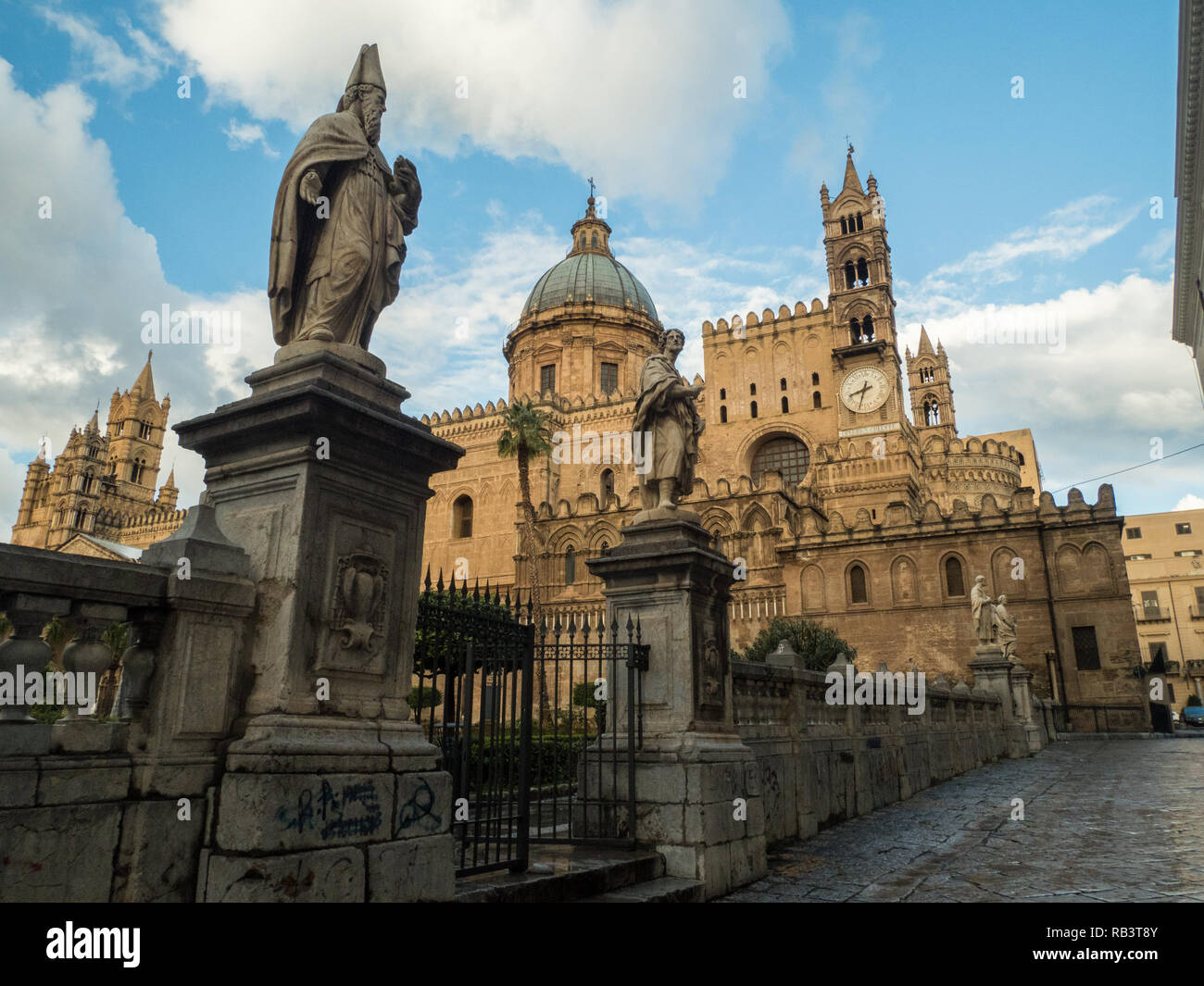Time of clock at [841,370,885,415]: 8:32
